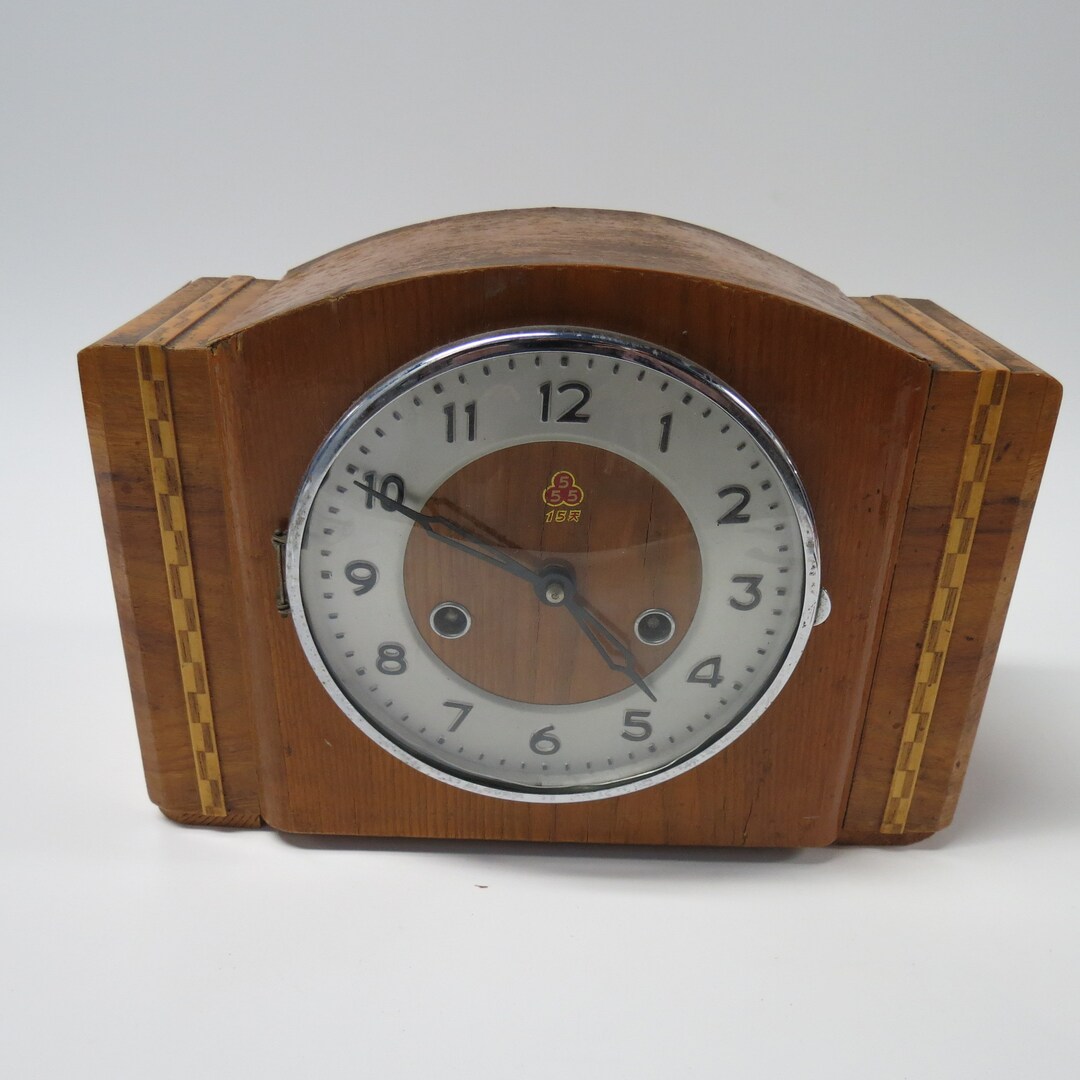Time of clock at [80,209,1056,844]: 4:49
